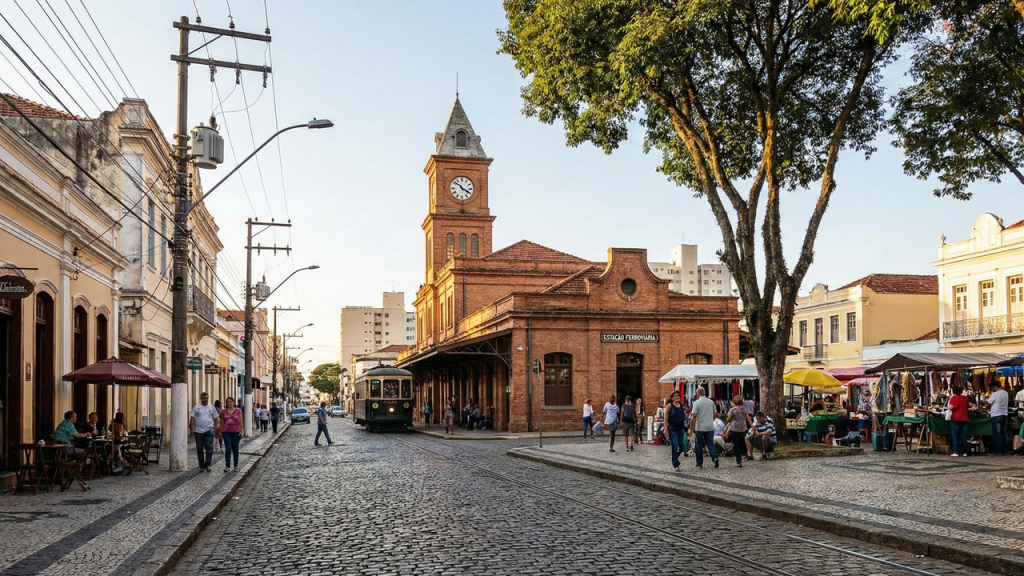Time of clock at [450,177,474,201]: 3:51
